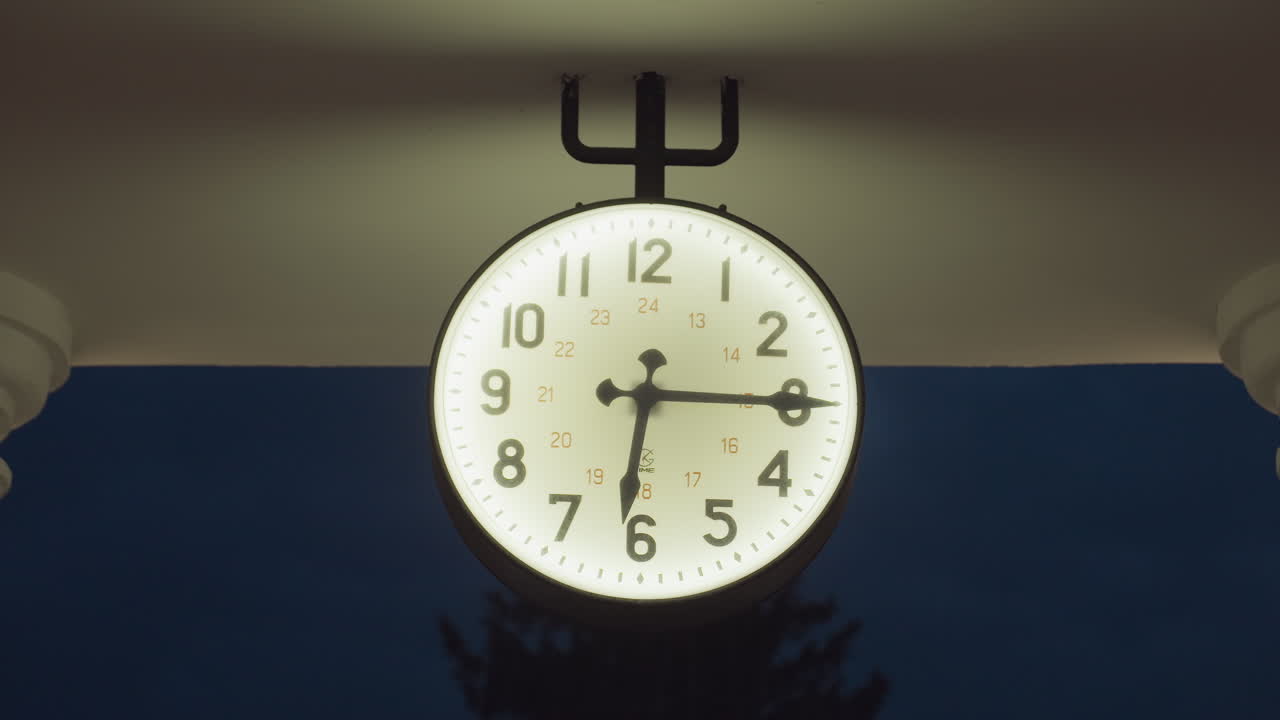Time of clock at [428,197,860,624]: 6:15
